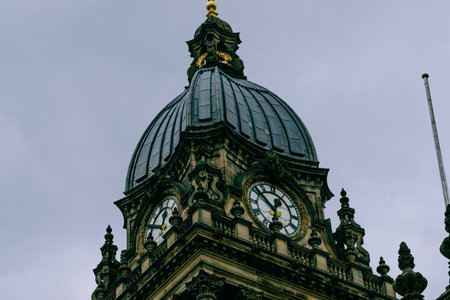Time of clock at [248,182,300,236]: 12:52
